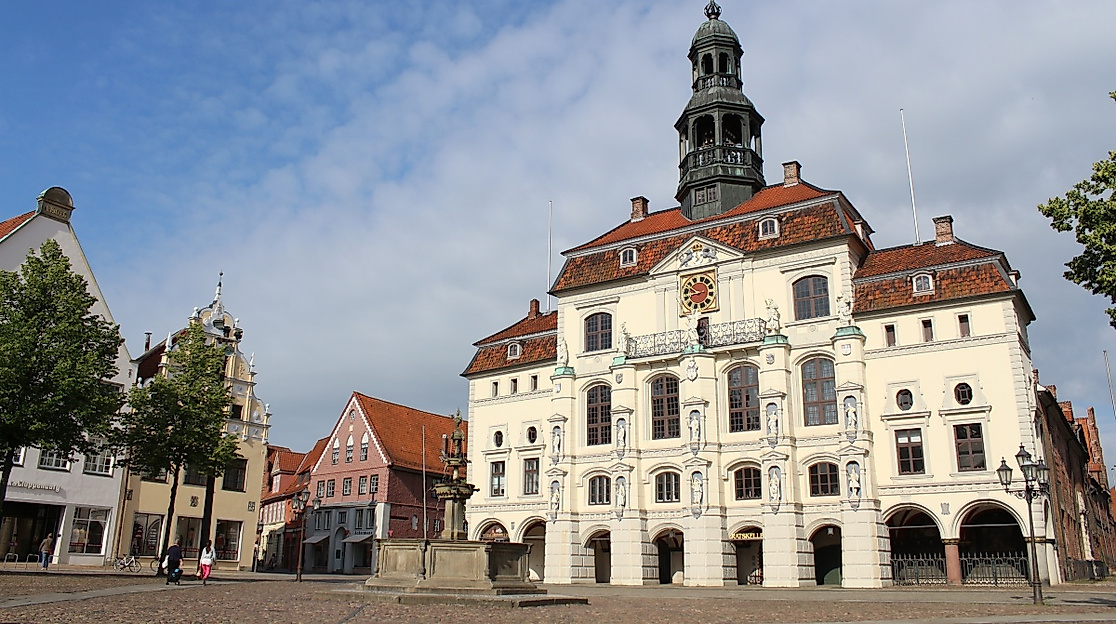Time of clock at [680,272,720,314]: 9:42
